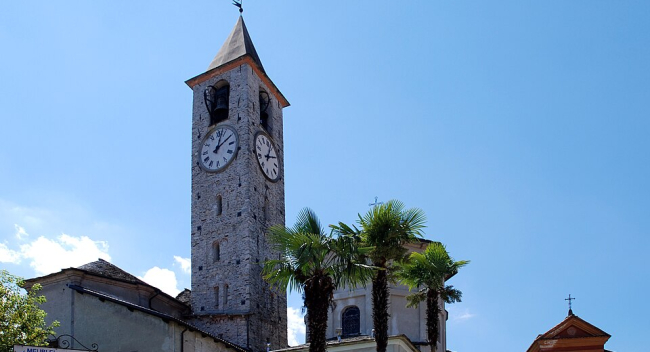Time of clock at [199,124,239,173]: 2:02
